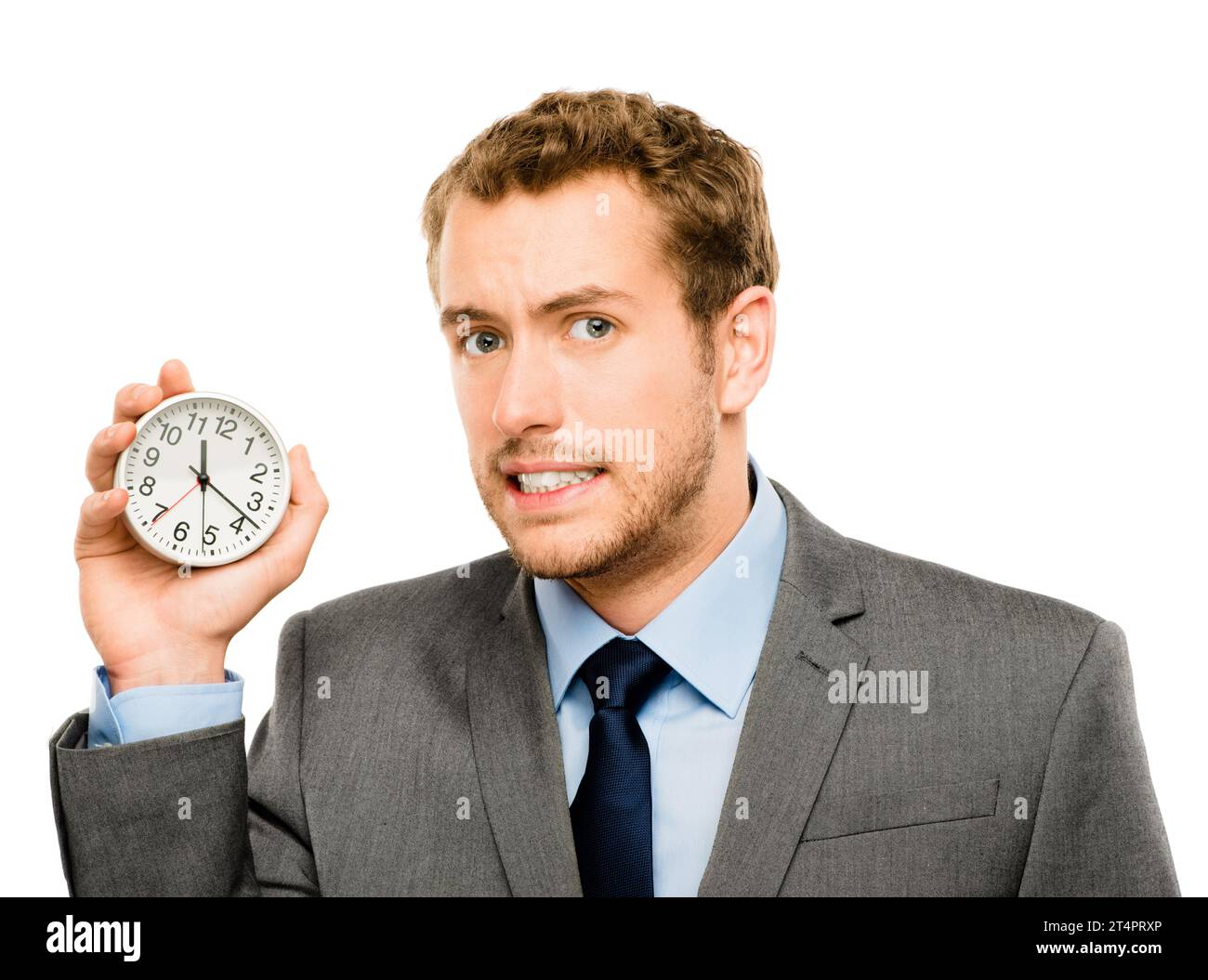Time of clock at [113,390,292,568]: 11:18
